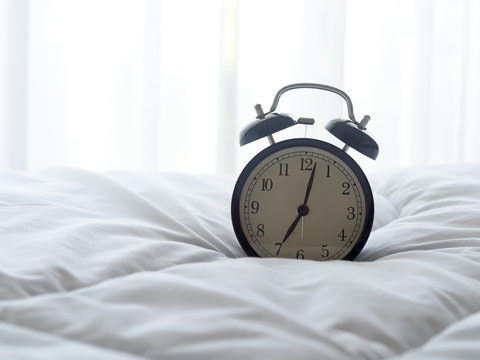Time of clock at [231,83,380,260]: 7:02
